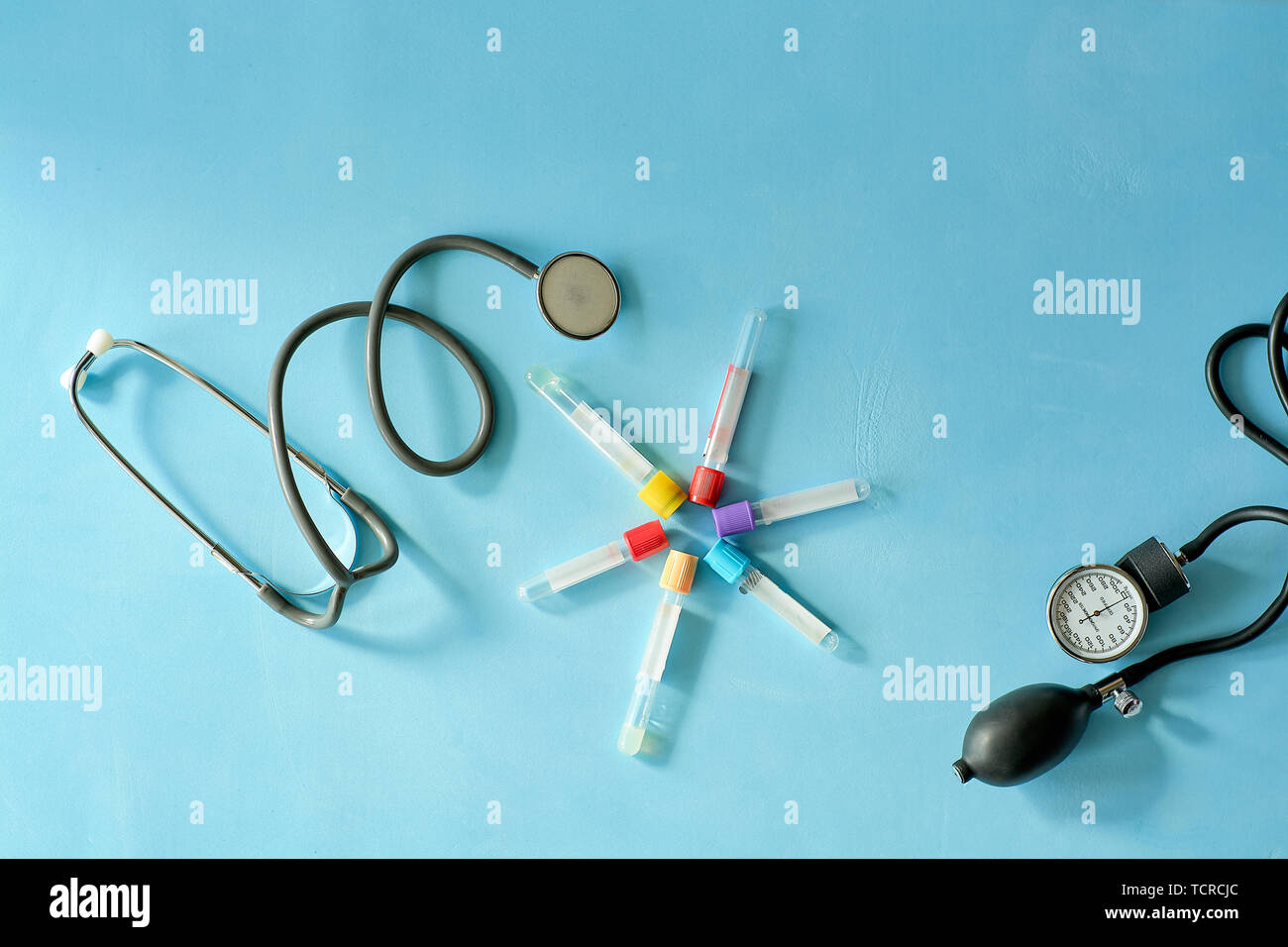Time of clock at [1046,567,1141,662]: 8:11
